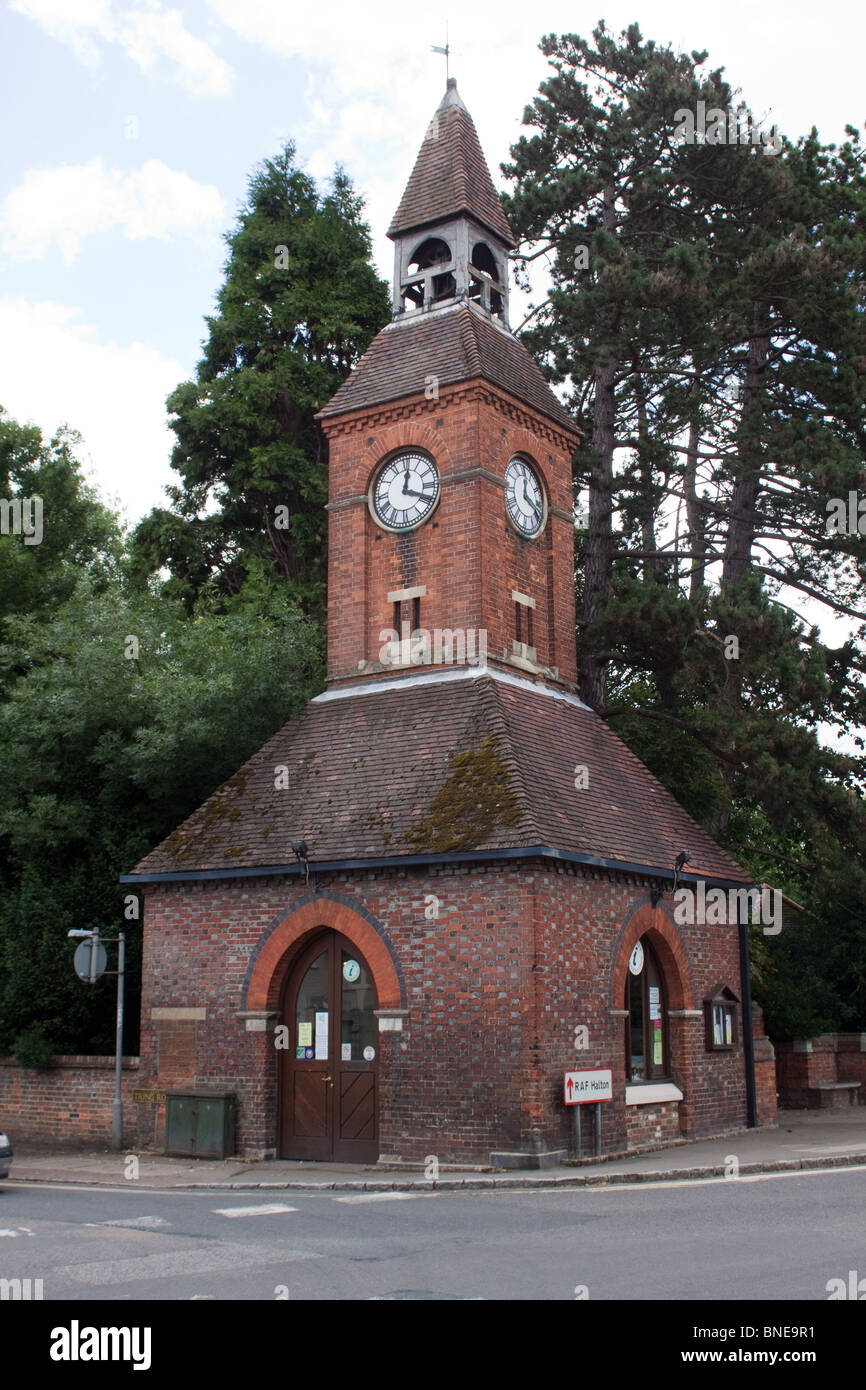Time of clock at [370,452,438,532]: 12:18
